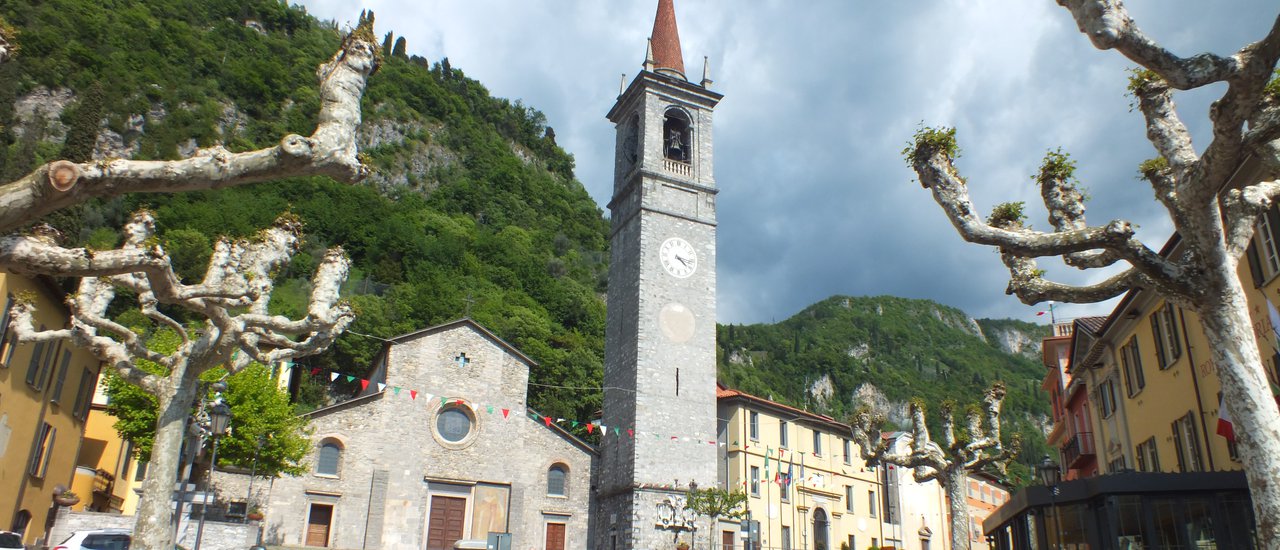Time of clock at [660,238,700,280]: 4:16
